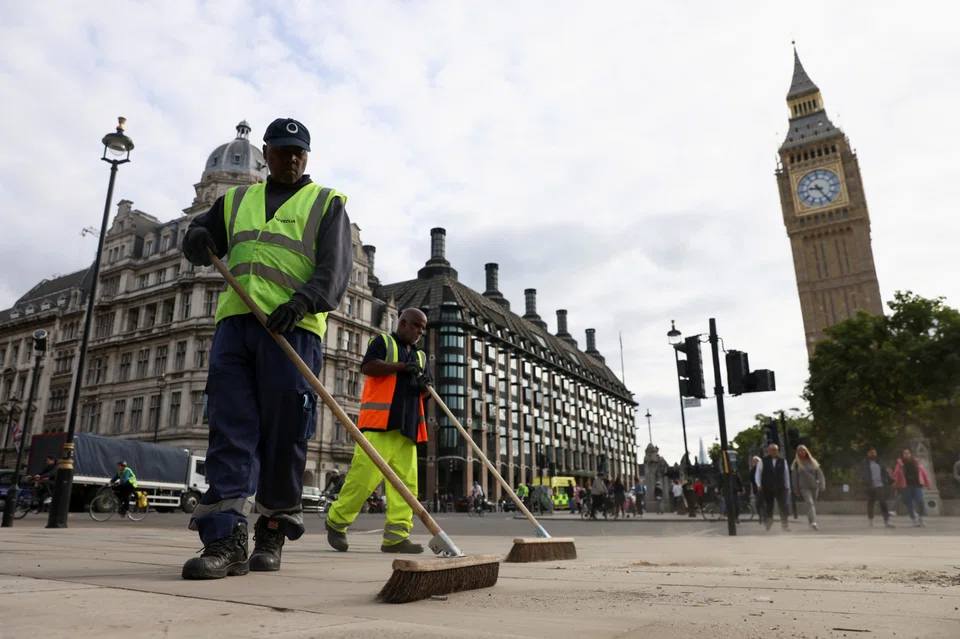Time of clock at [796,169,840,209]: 9:25
